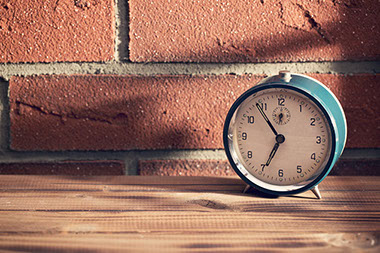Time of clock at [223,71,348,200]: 6:54
